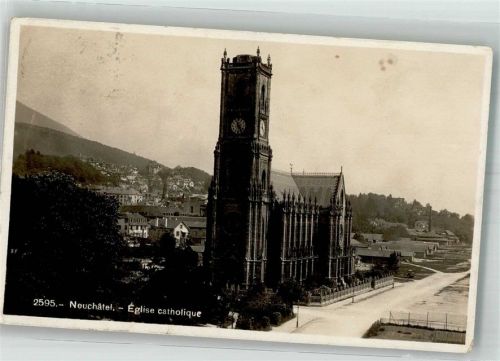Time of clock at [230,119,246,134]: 11:24
